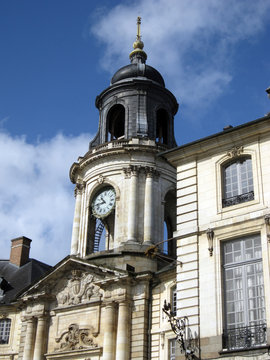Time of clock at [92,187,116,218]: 10:43
